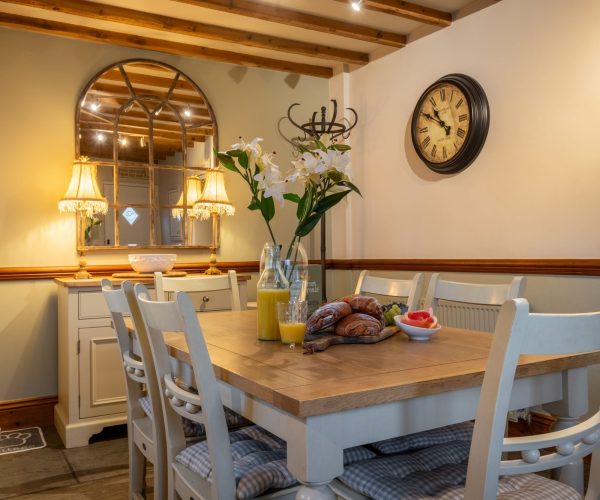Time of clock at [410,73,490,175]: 10:50
